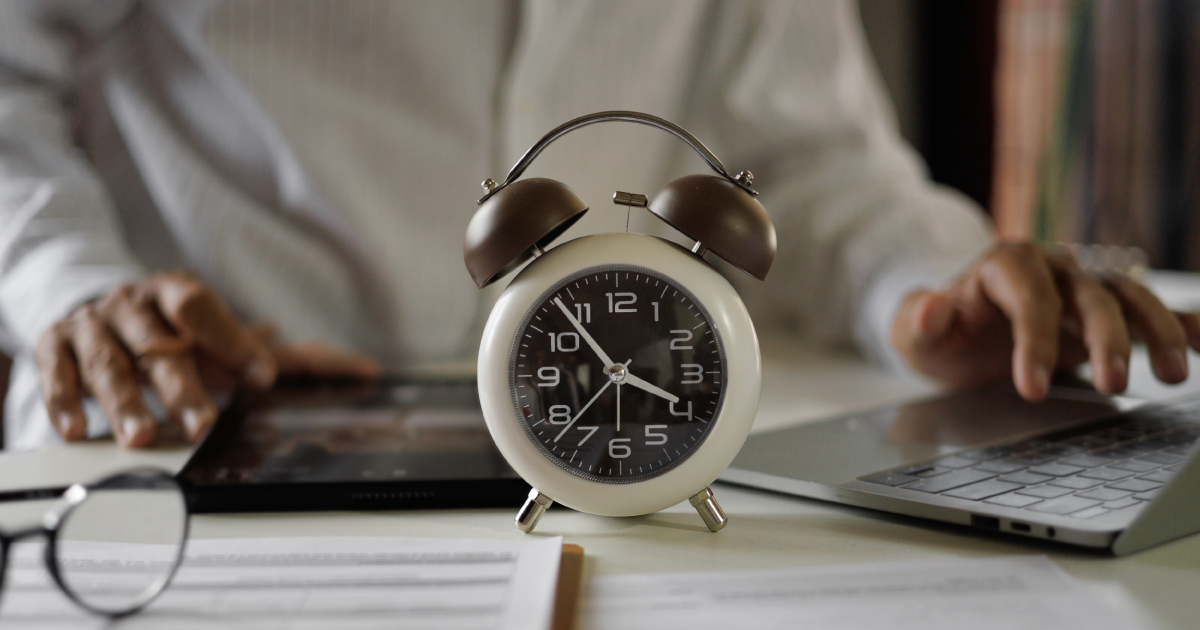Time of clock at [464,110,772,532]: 3:53
